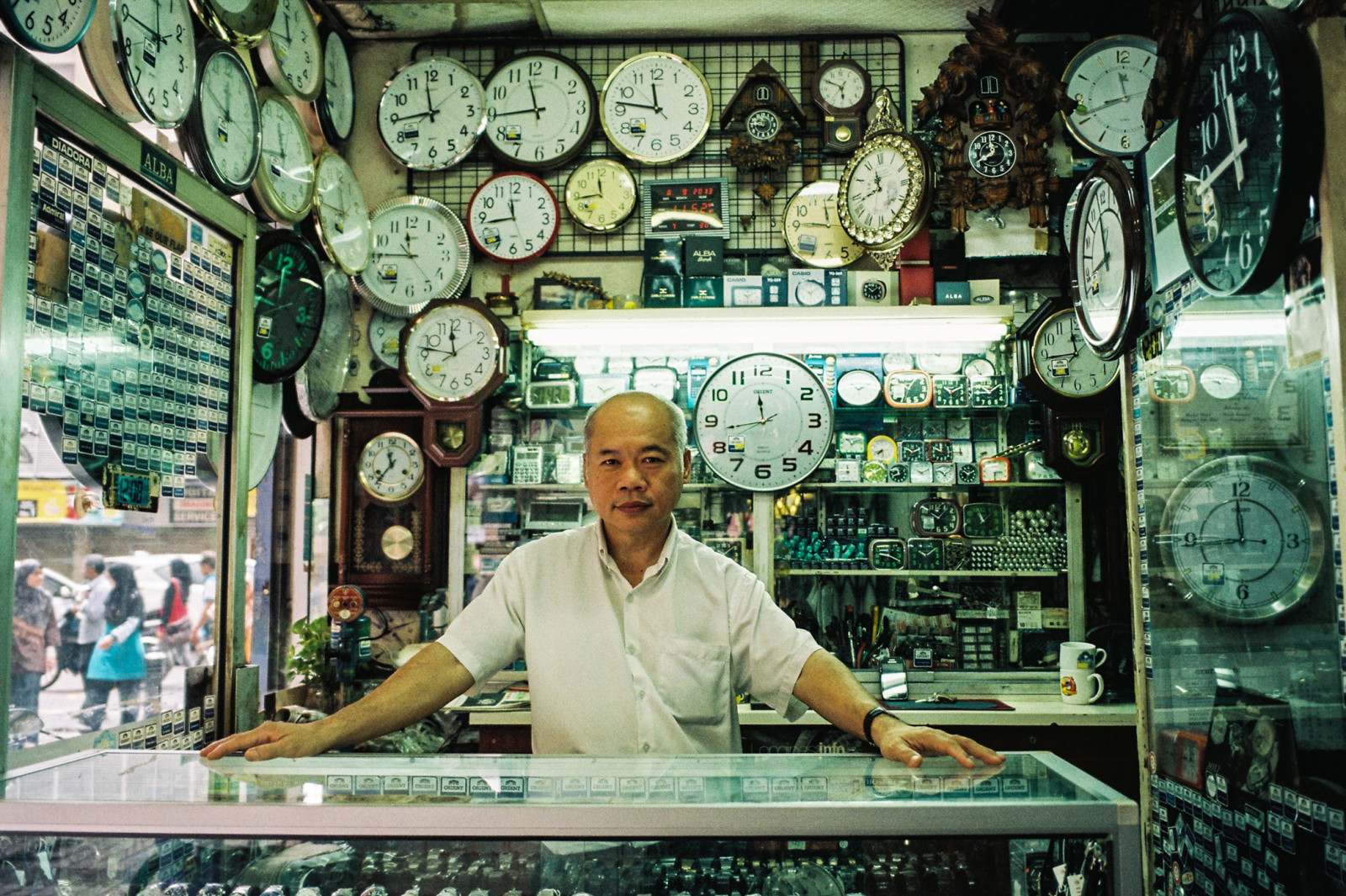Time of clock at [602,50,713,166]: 11:46
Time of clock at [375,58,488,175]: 11:44
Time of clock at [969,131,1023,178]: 11:40
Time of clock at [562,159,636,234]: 11:43
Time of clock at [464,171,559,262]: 11:43
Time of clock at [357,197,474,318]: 11:45
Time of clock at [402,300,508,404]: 11:46
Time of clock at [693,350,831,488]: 11:43
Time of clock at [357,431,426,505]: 11:36
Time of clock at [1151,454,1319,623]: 11:44
